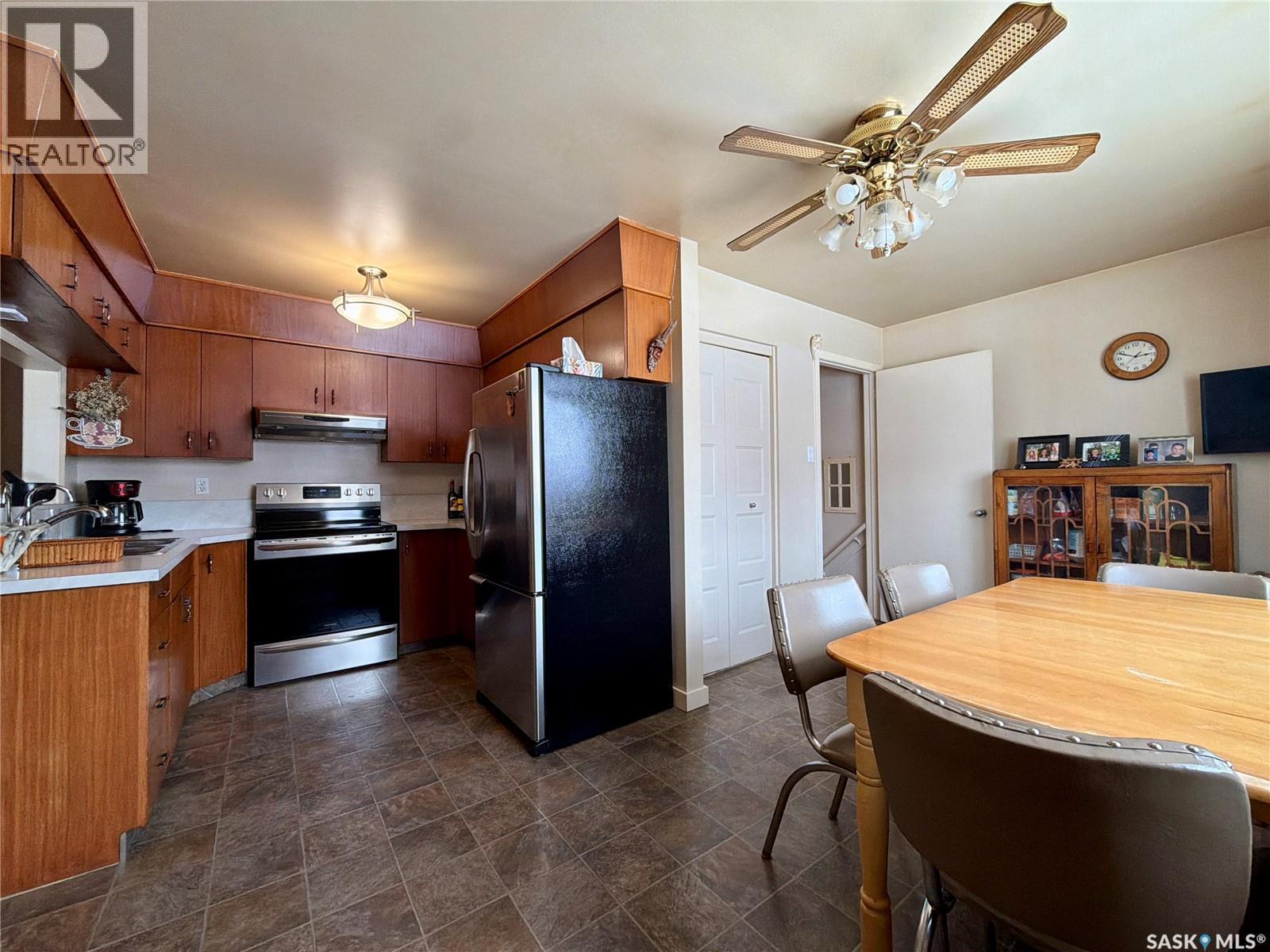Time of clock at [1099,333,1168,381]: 2:48
